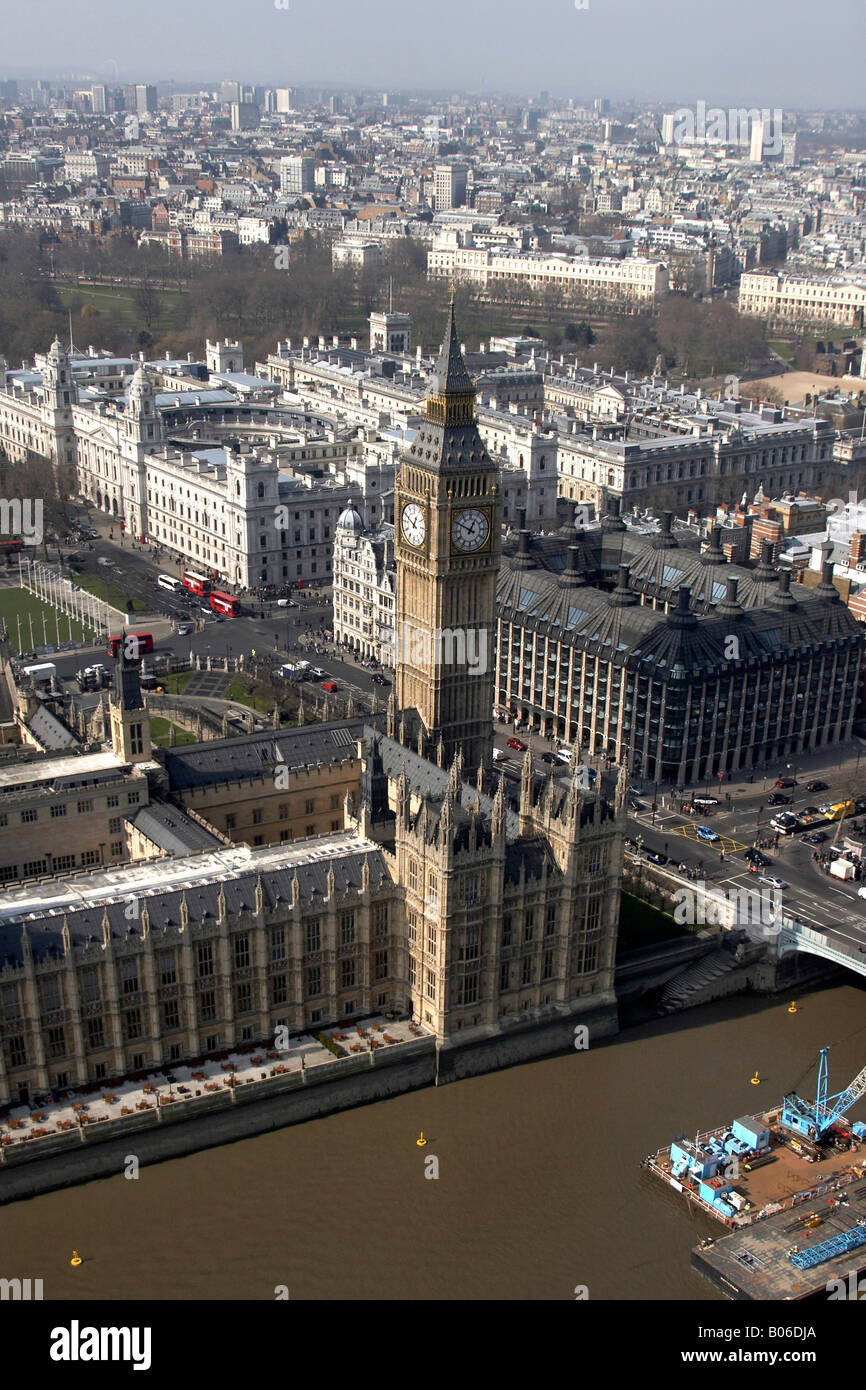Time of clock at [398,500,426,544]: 12:49
